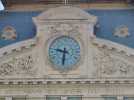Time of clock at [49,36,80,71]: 9:32
